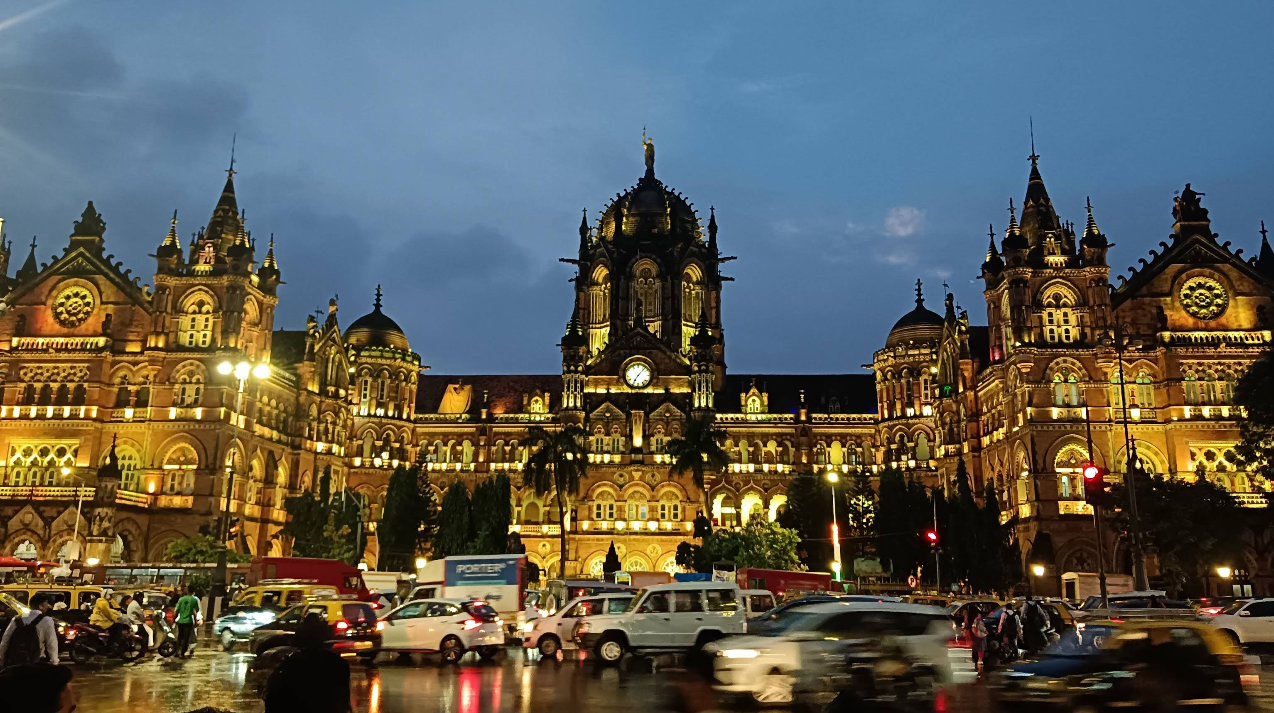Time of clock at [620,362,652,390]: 7:07
